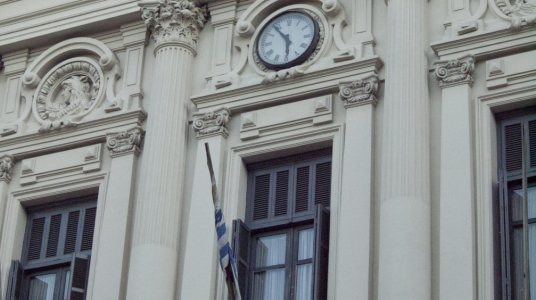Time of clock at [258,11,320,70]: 5:53
